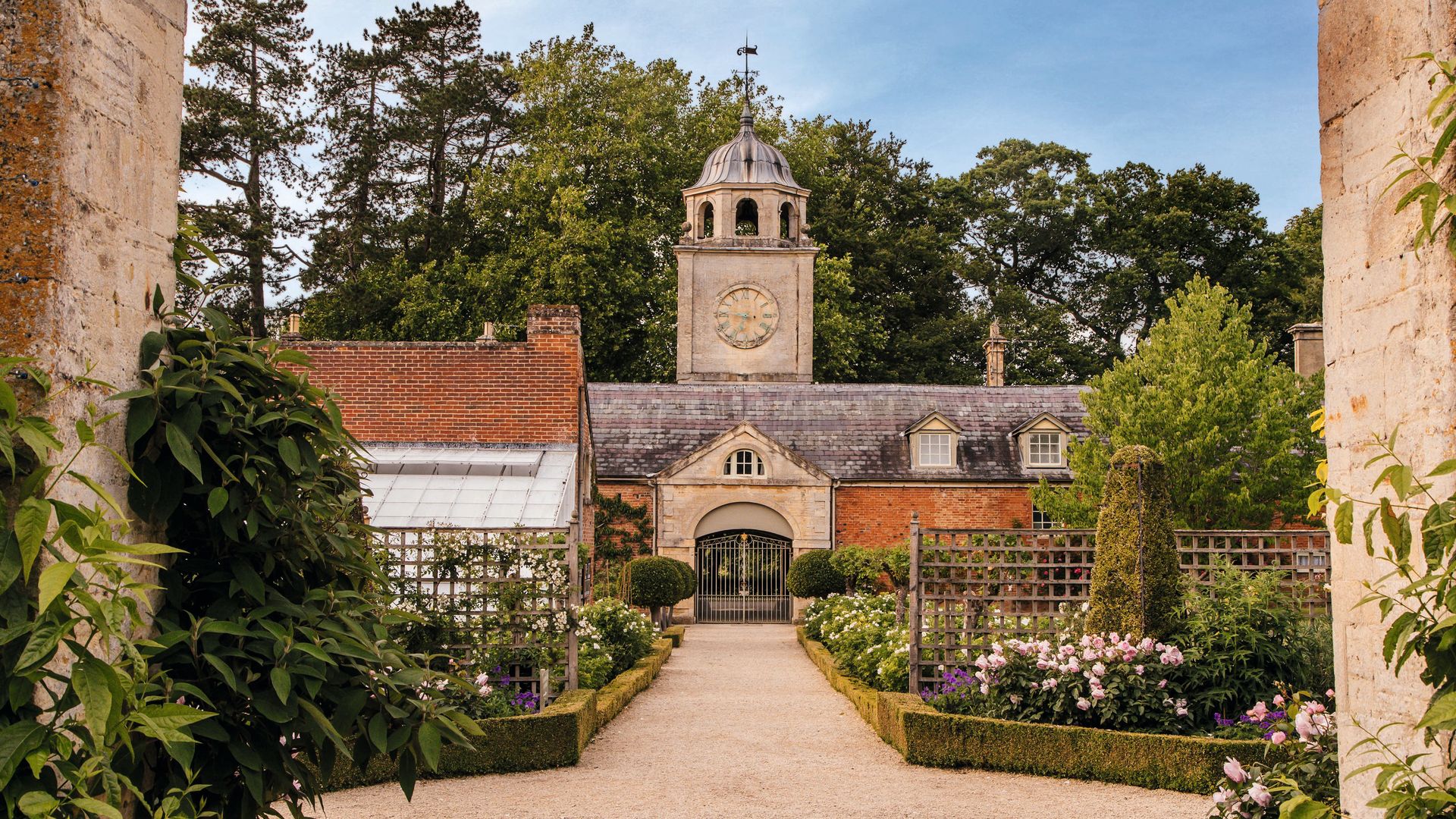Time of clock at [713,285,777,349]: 6:46
